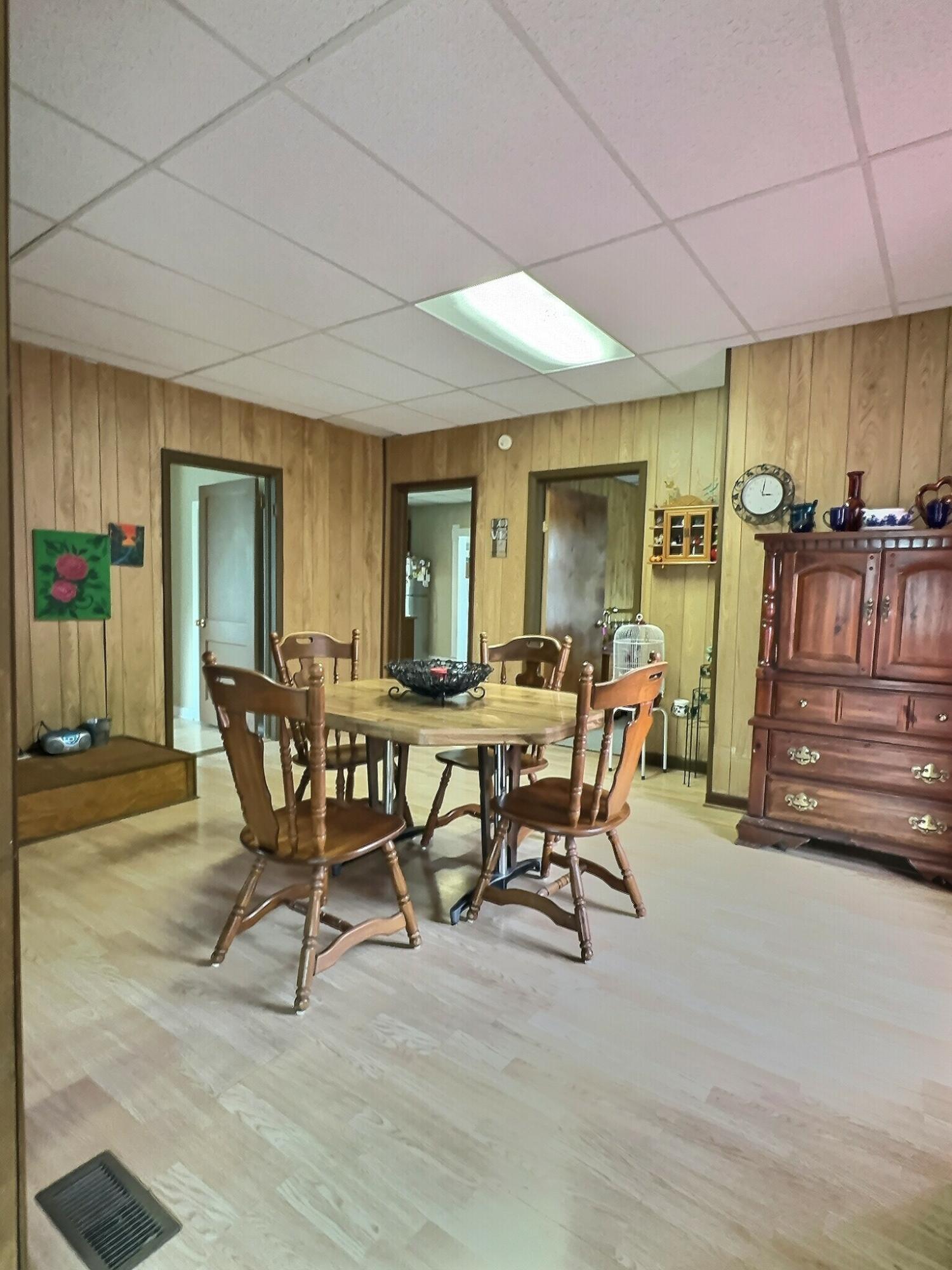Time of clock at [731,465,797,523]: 3:01
